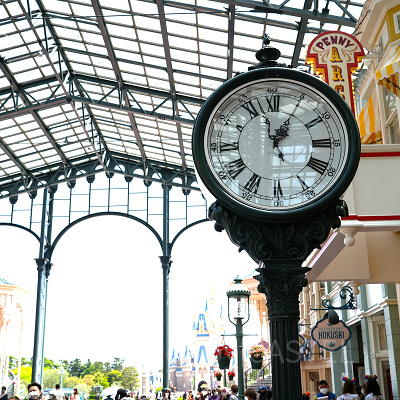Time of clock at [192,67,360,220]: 12:57
